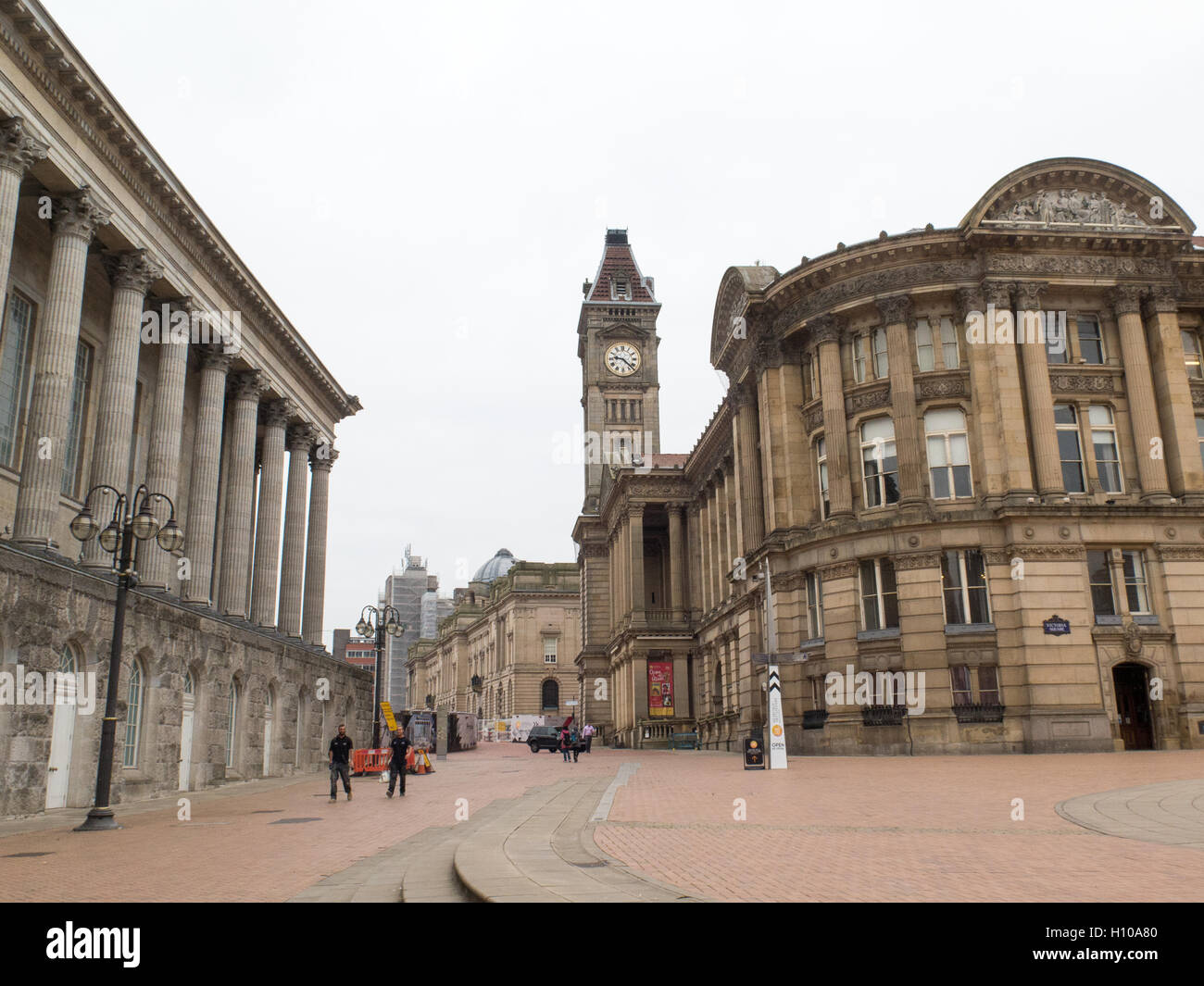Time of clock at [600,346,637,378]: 9:22
